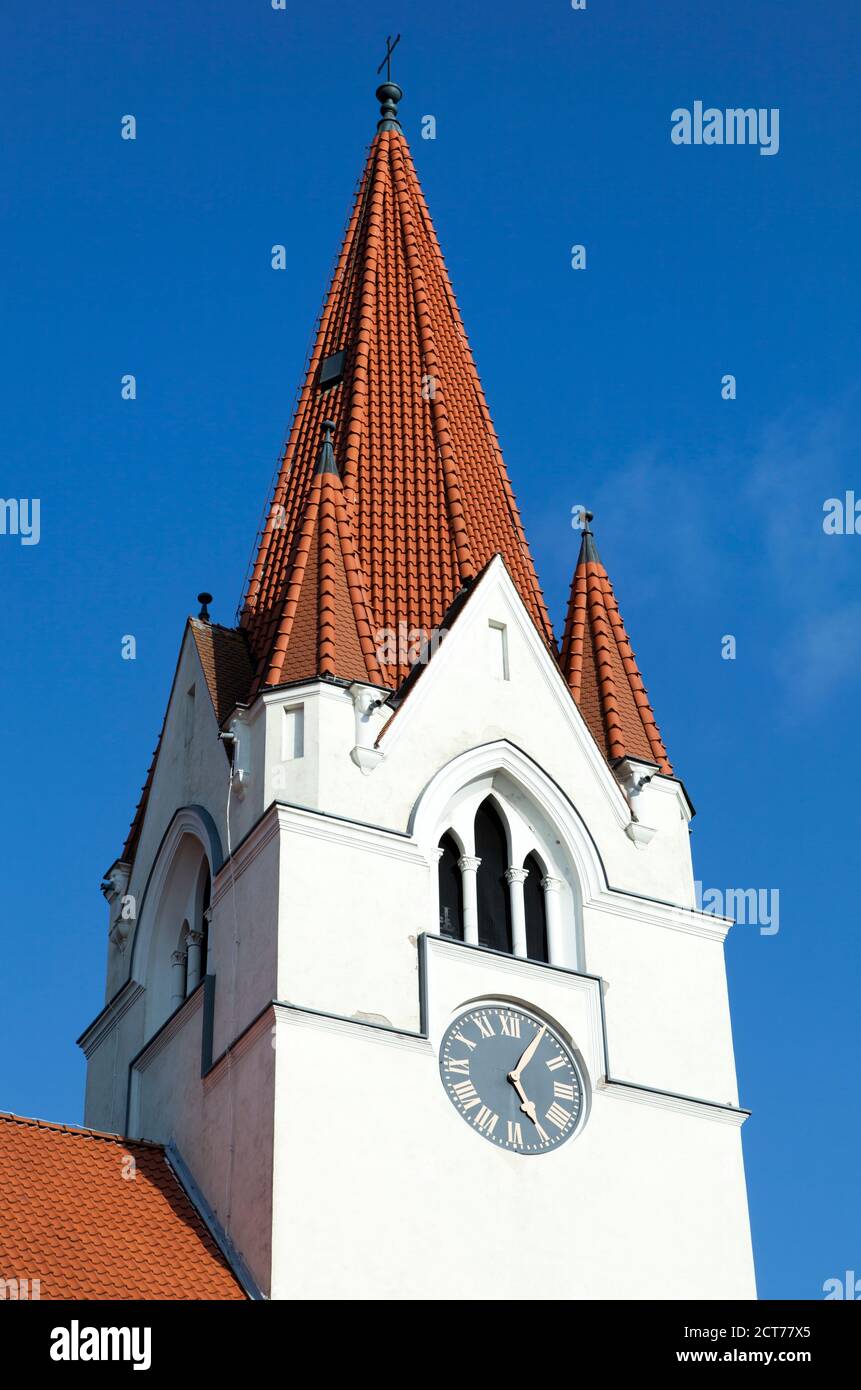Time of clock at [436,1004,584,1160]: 5:05
